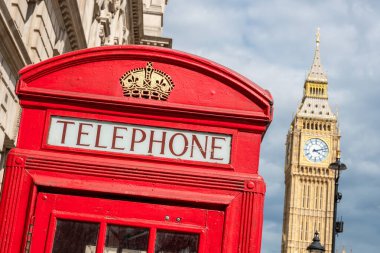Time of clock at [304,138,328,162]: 4:12
